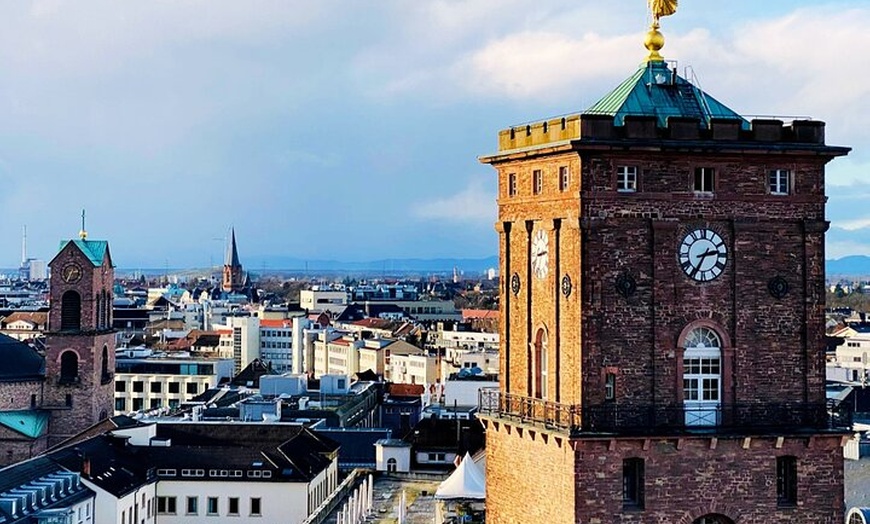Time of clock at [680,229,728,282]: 2:34
